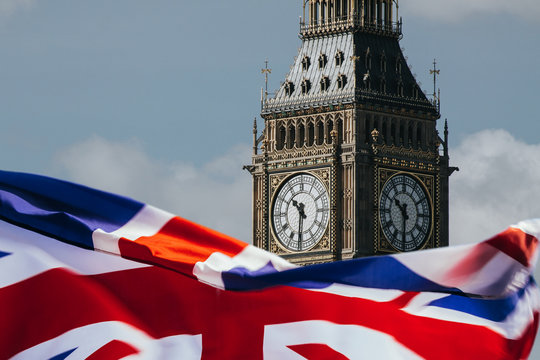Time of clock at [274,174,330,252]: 10:31
